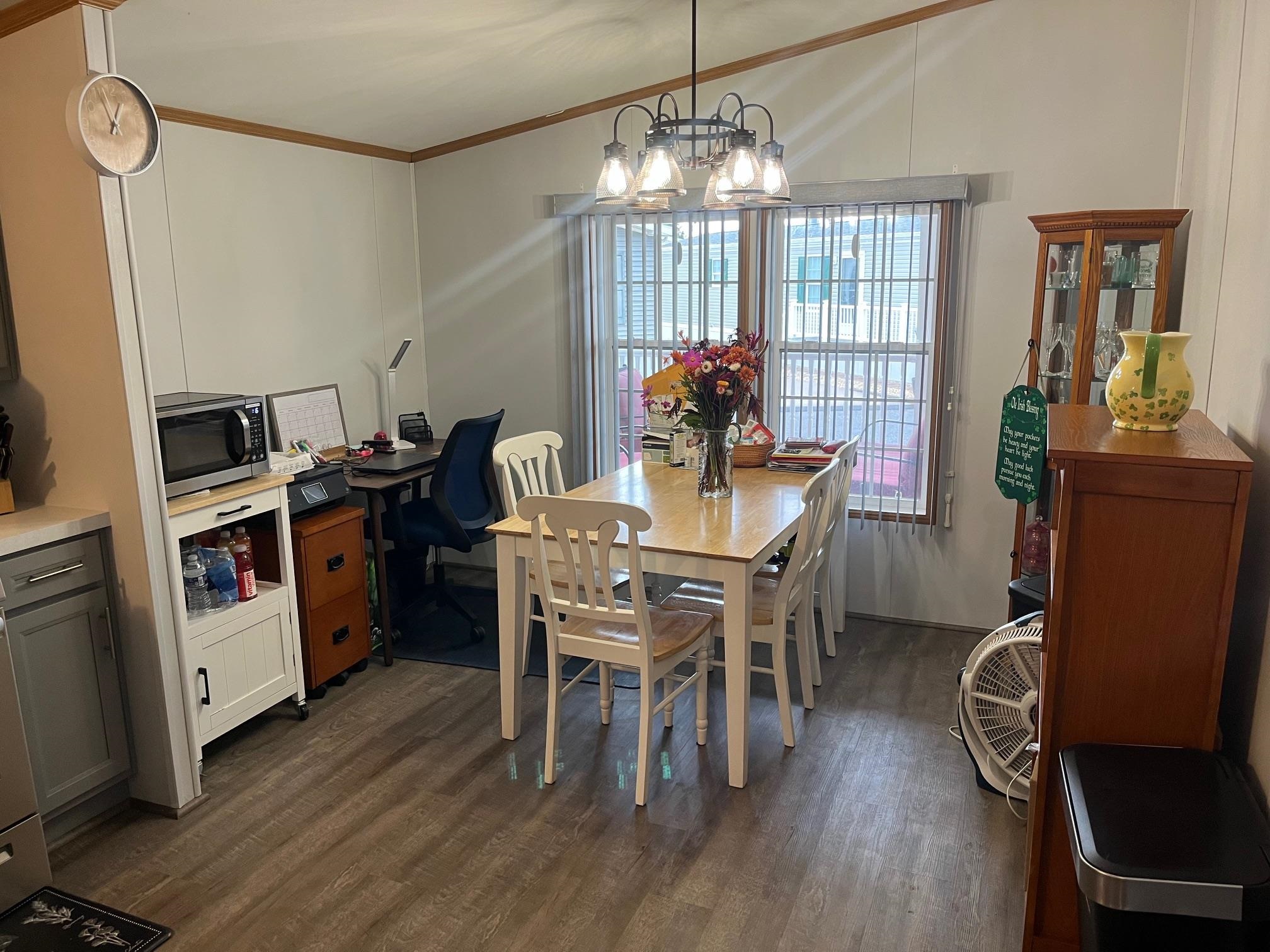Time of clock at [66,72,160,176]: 12:56
